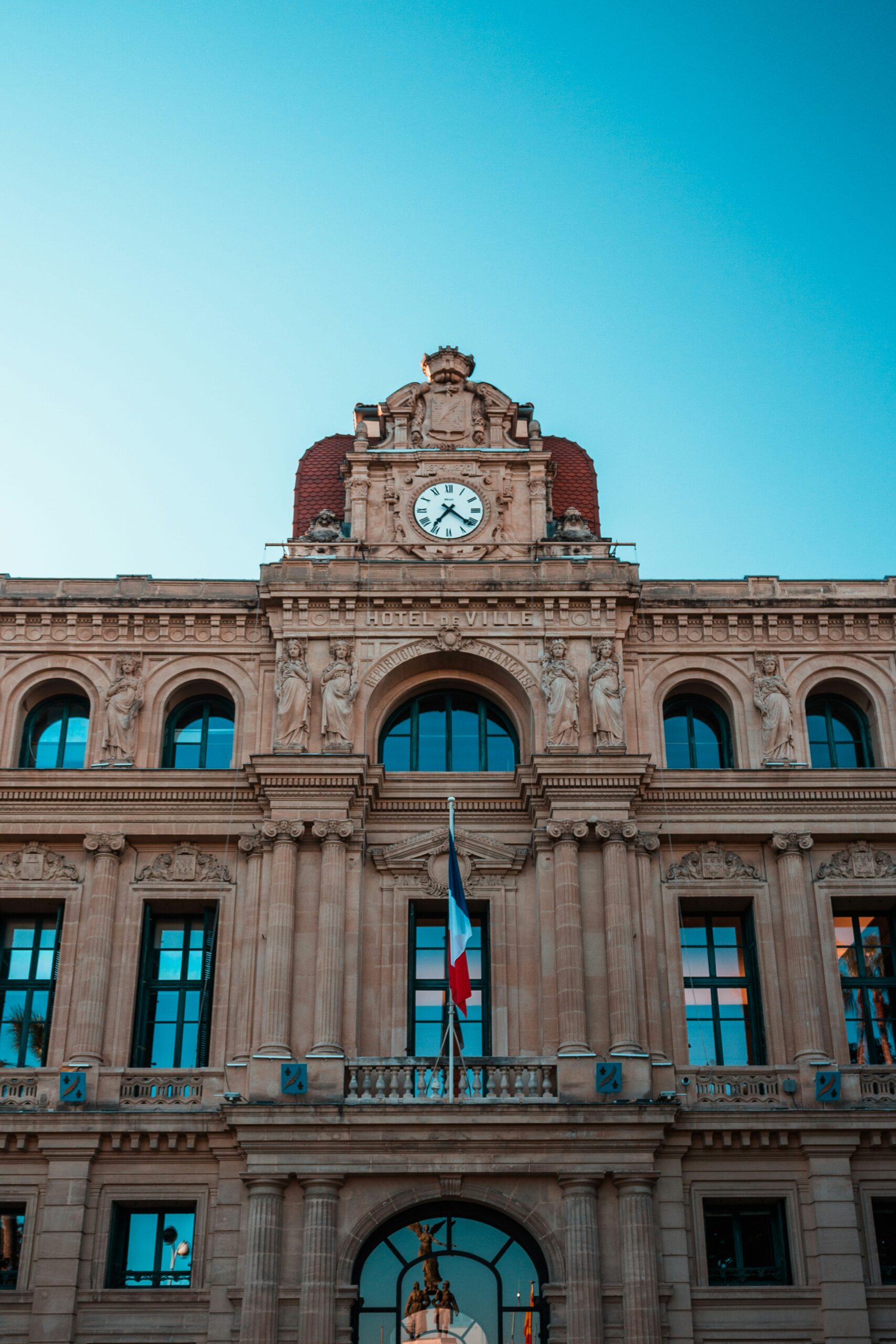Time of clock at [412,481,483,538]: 7:21
